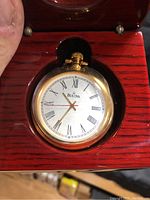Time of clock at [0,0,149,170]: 10:35
